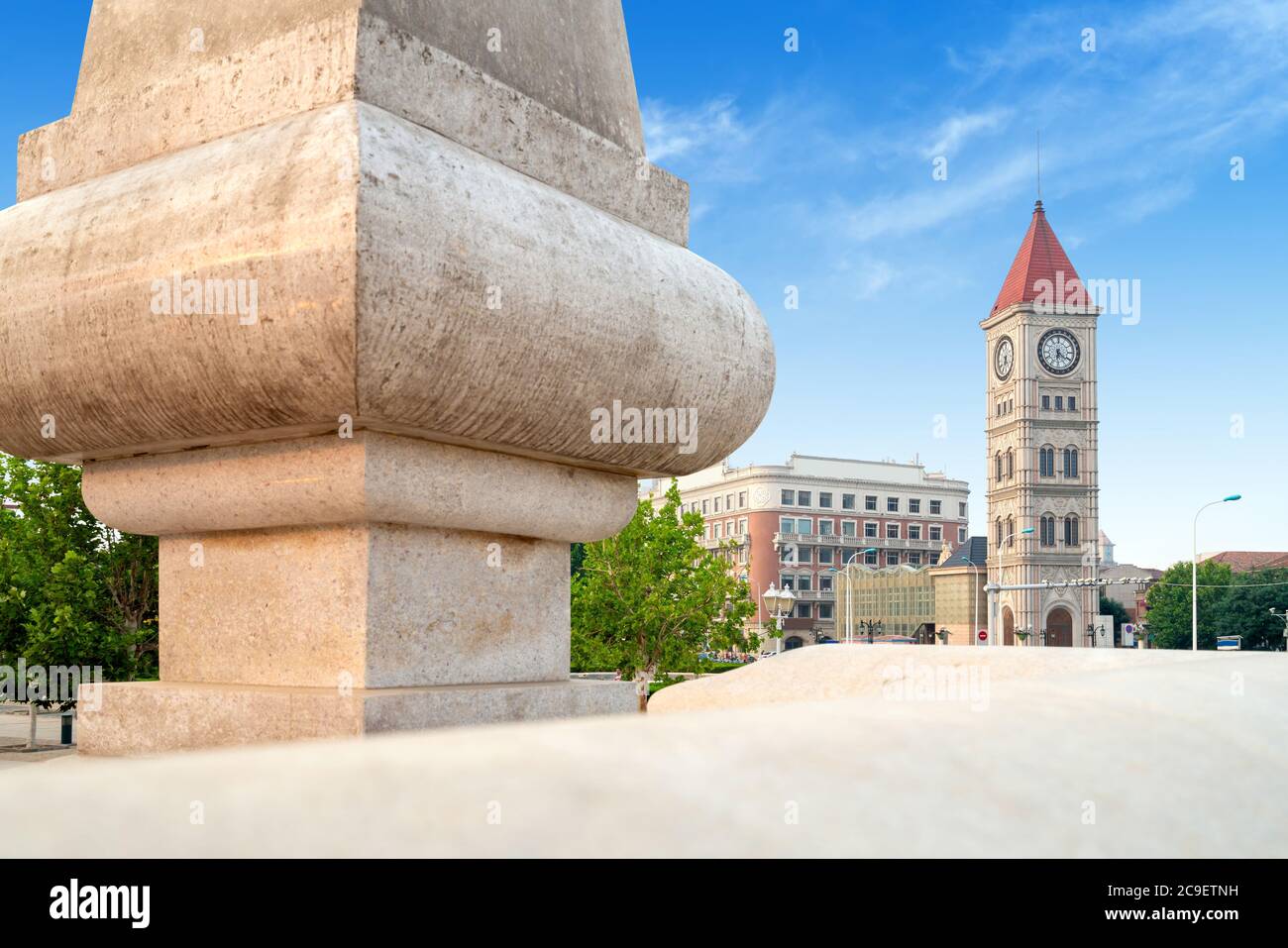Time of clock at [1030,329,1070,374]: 6:20
